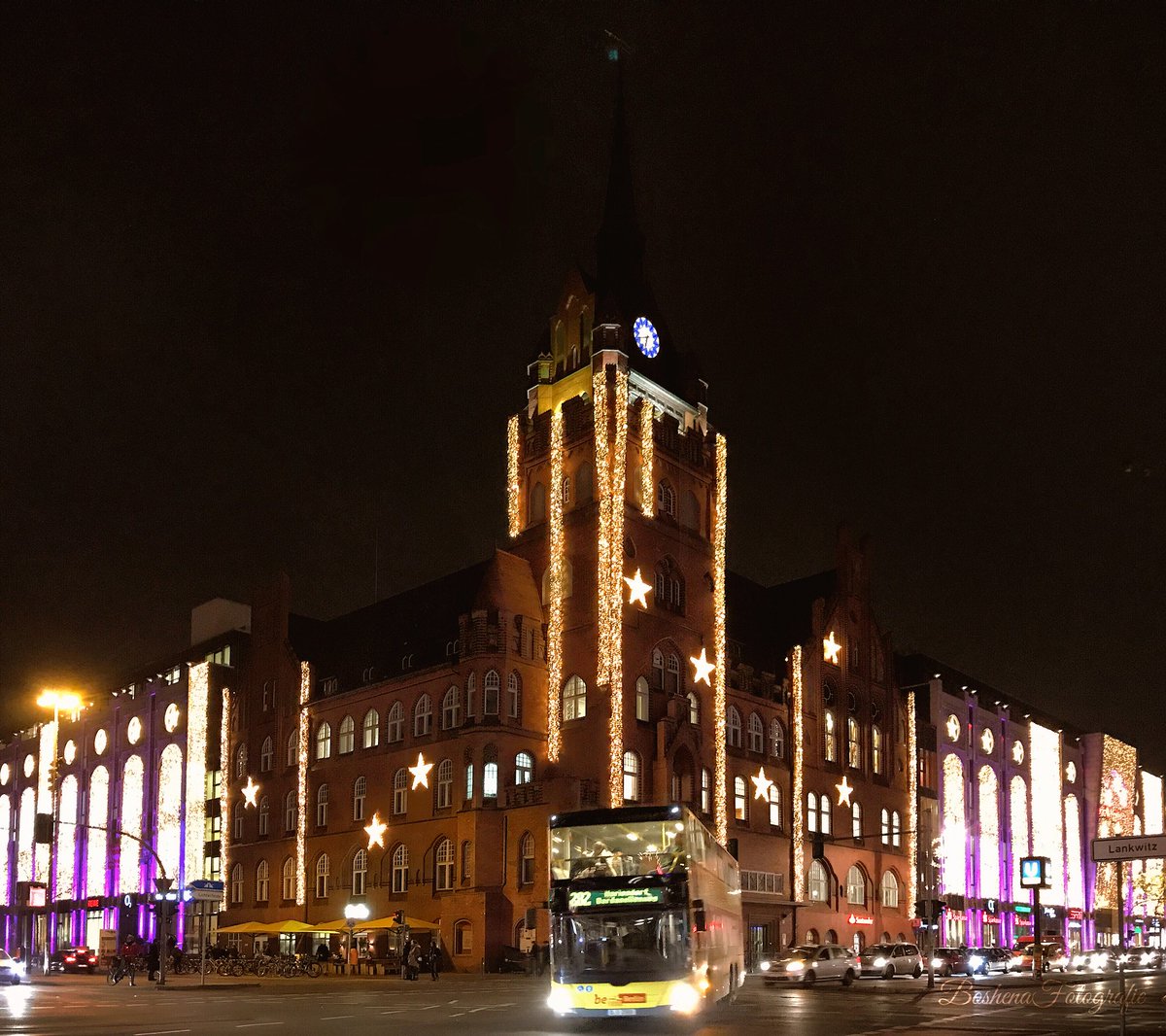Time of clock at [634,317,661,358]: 6:41
